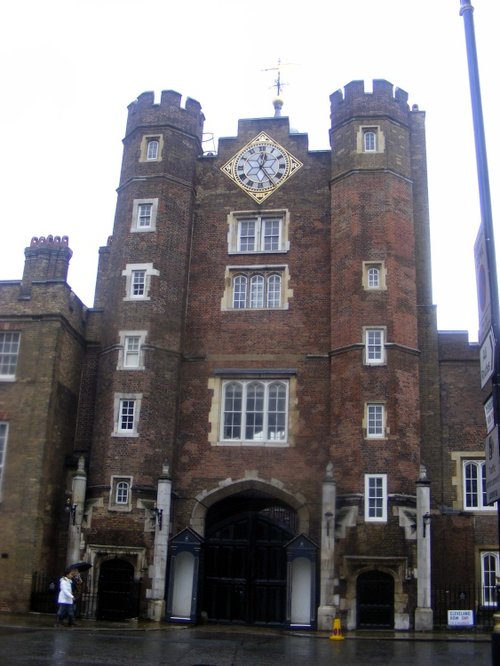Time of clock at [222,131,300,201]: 12:24
